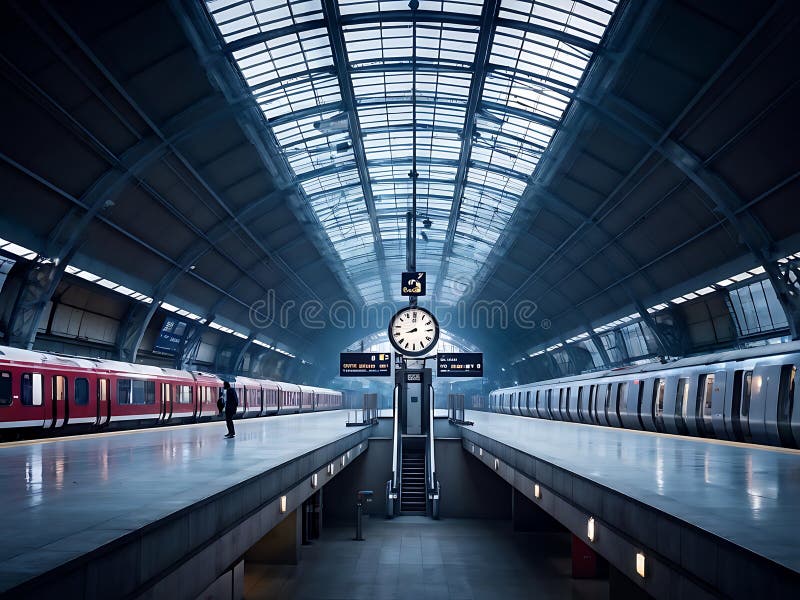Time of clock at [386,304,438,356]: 7:59
